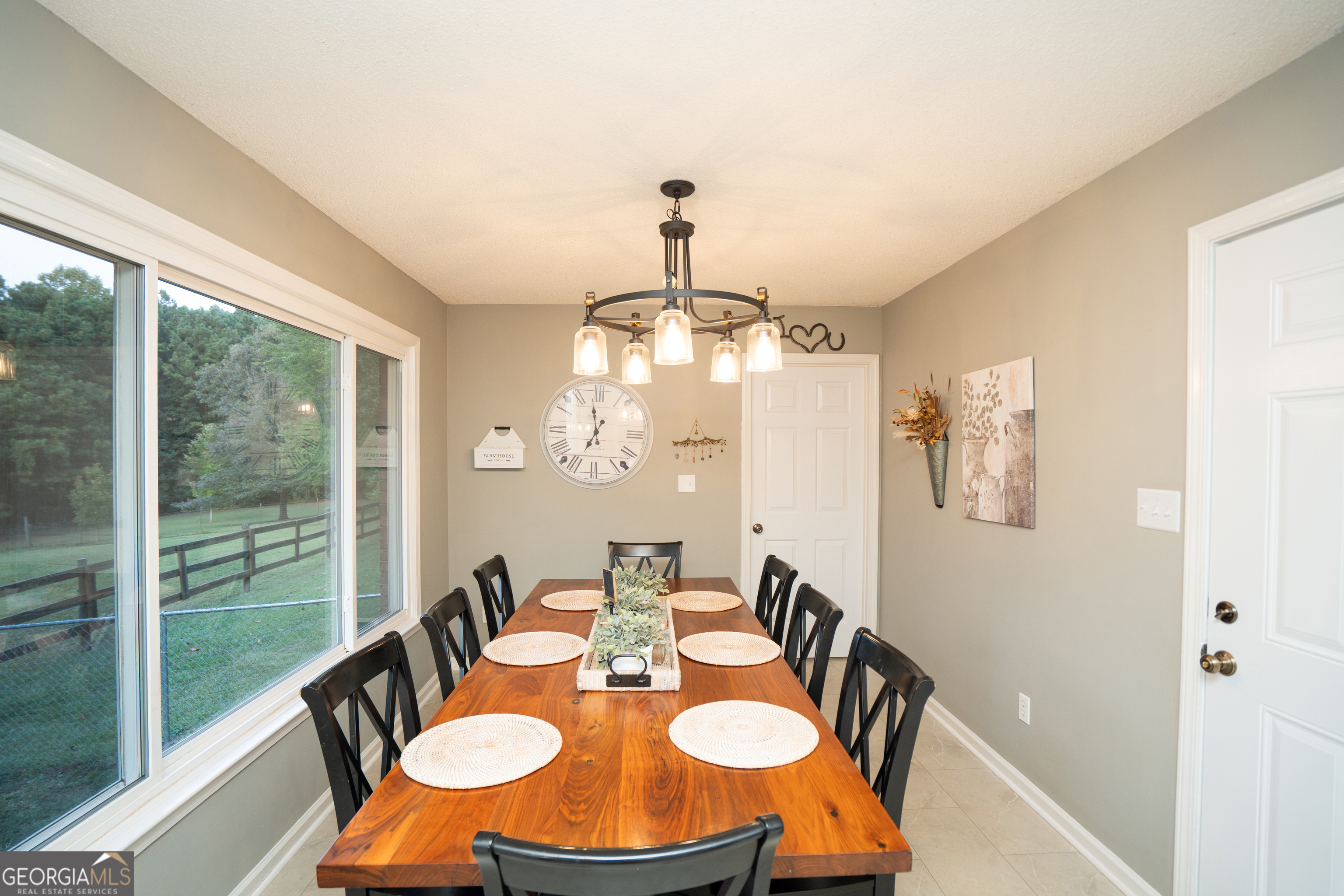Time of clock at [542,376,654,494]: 6:58
